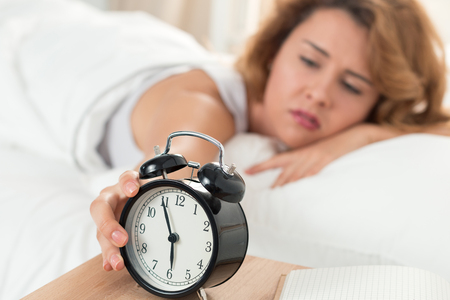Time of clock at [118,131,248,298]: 5:55
